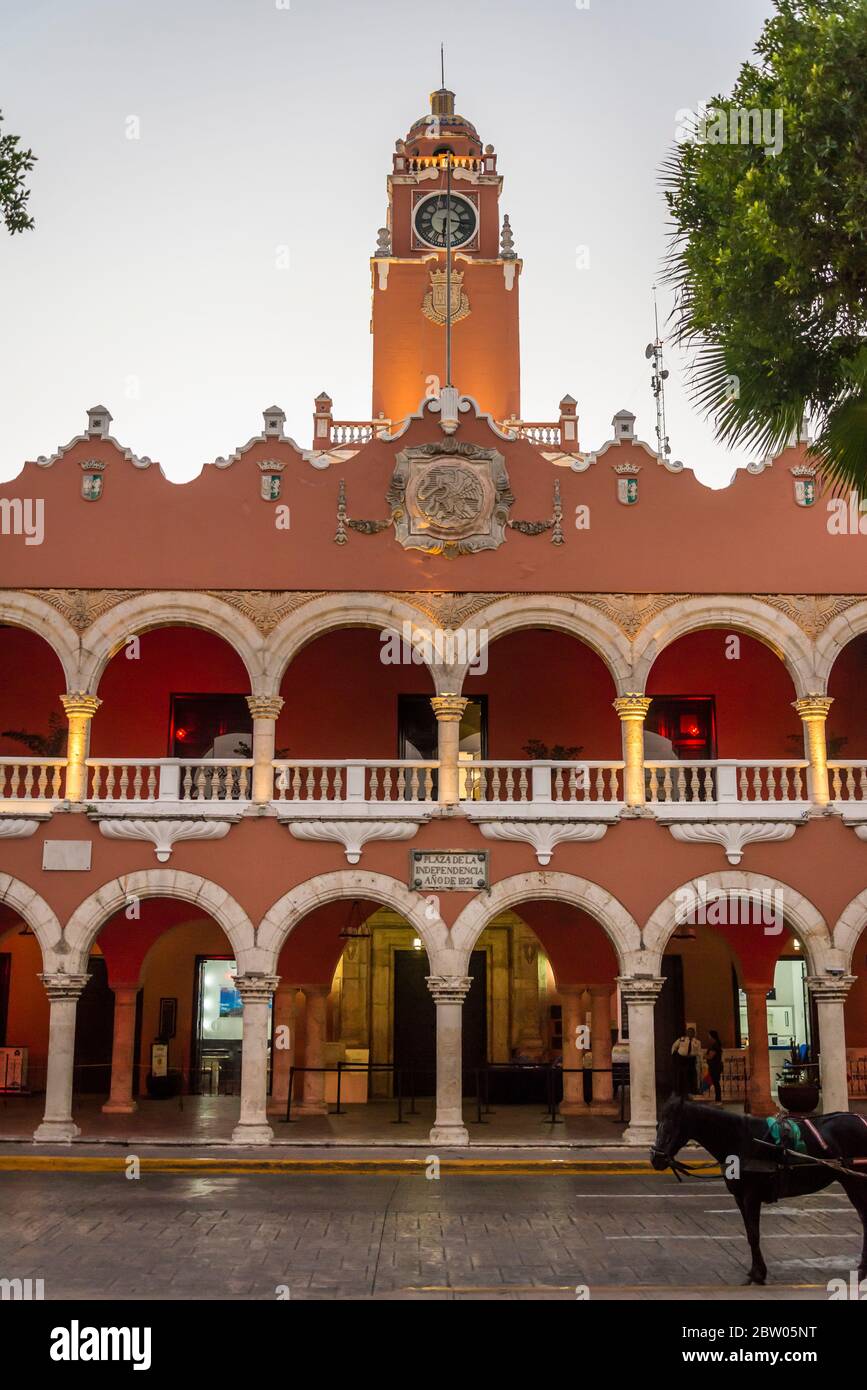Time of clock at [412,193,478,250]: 6:15
